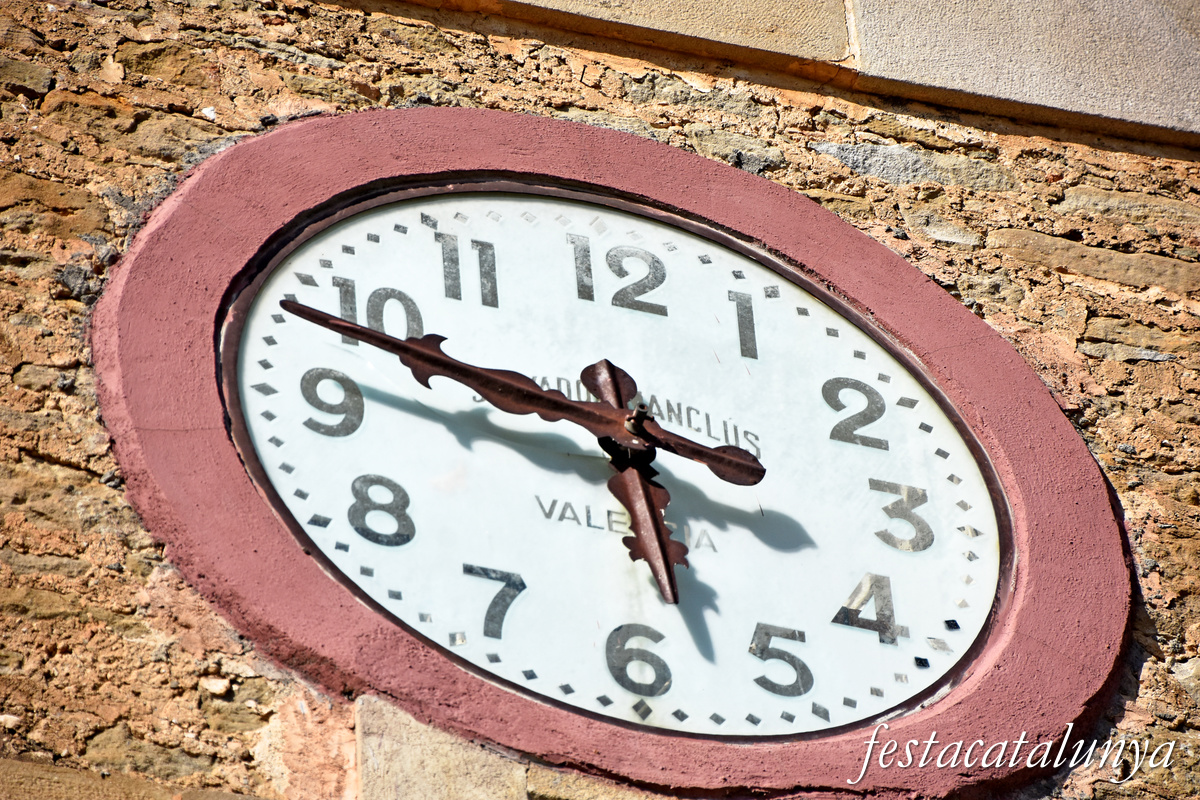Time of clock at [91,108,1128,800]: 5:48
